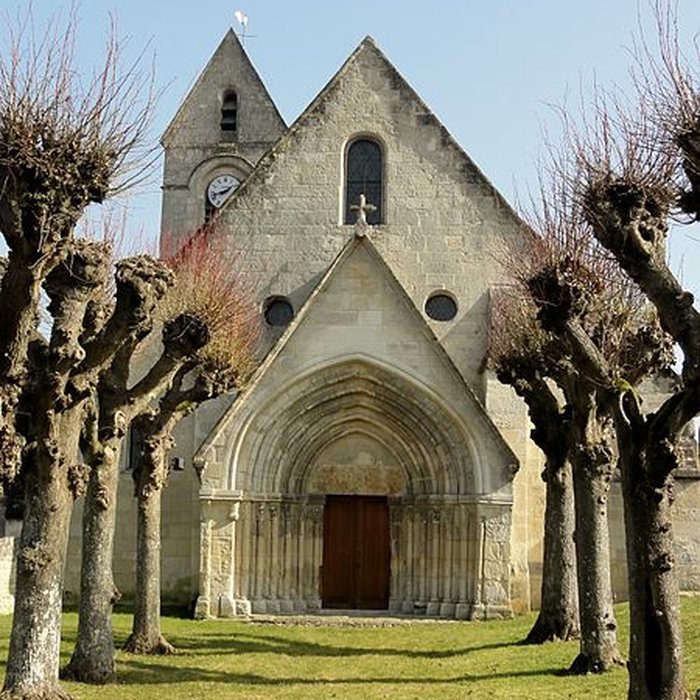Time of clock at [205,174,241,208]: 1:42
